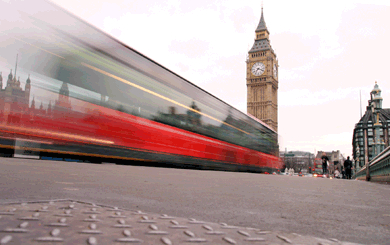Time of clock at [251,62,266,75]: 7:18
